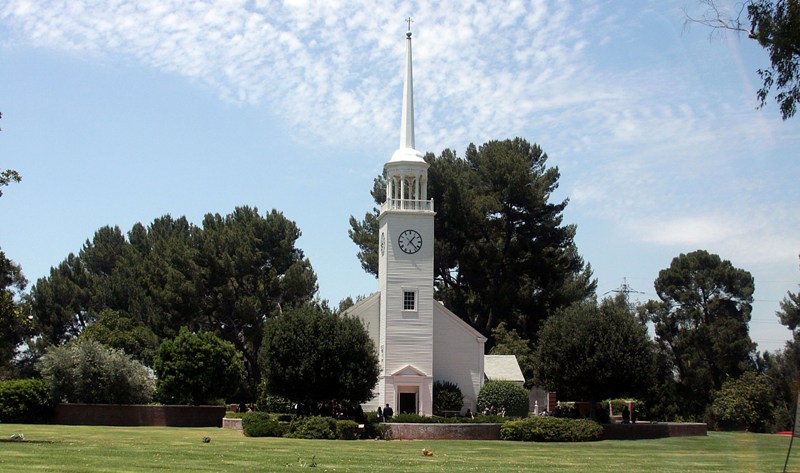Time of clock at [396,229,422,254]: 1:22
